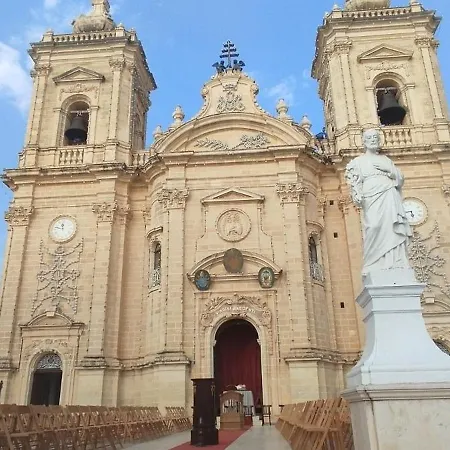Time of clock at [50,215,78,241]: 11:47
